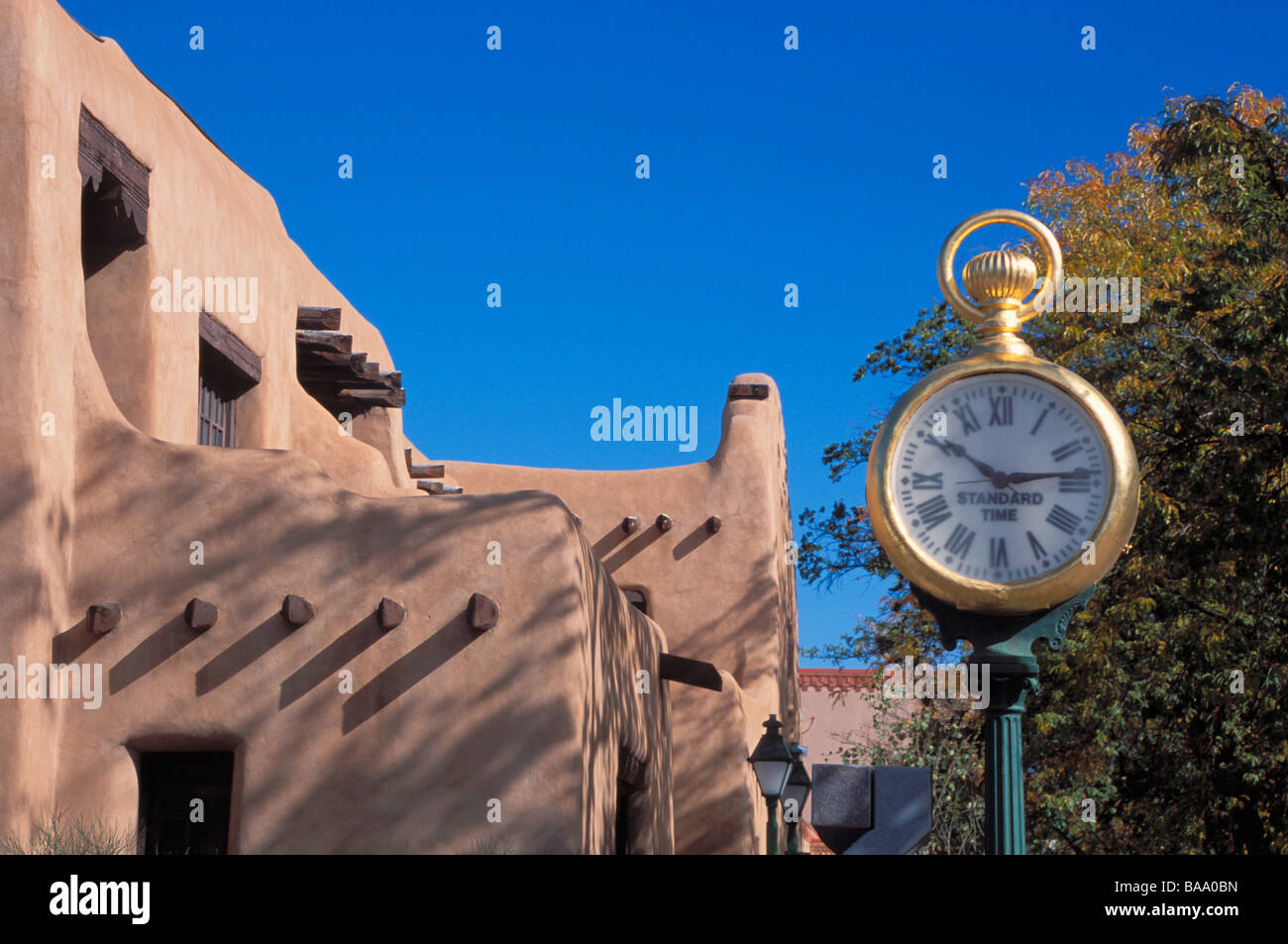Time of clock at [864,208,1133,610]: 10:13
